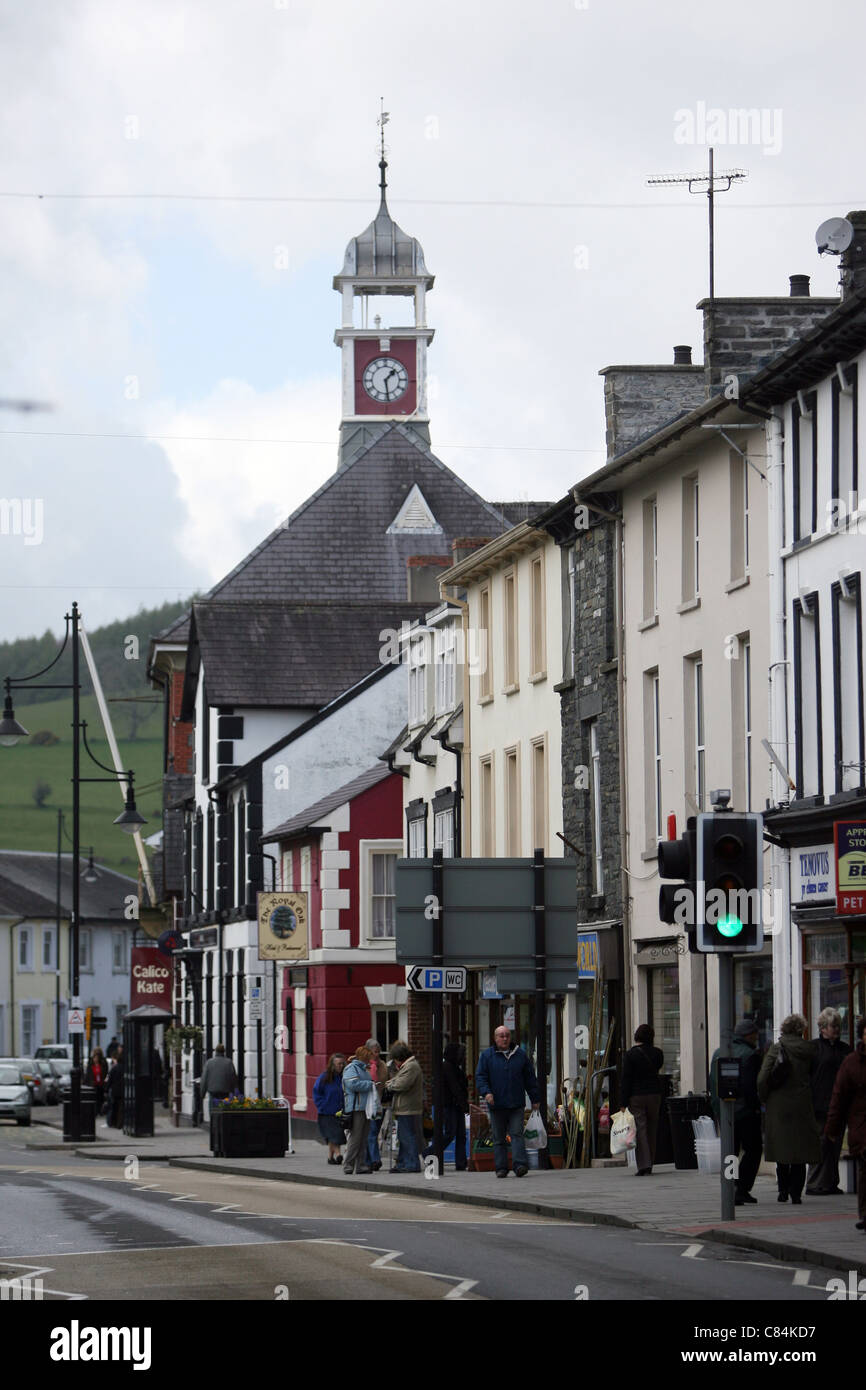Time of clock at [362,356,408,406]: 1:28
